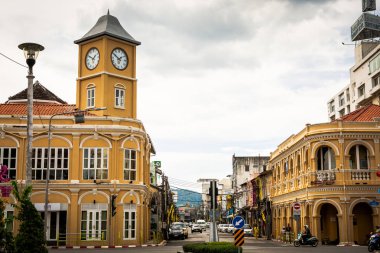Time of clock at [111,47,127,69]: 1:50
